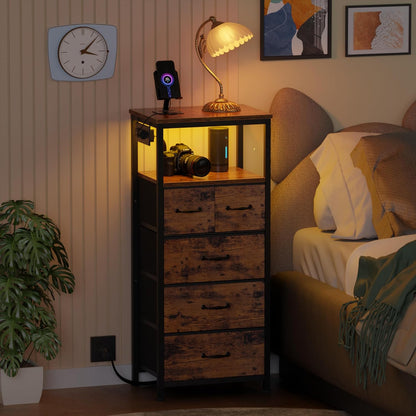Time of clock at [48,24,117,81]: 3:07
